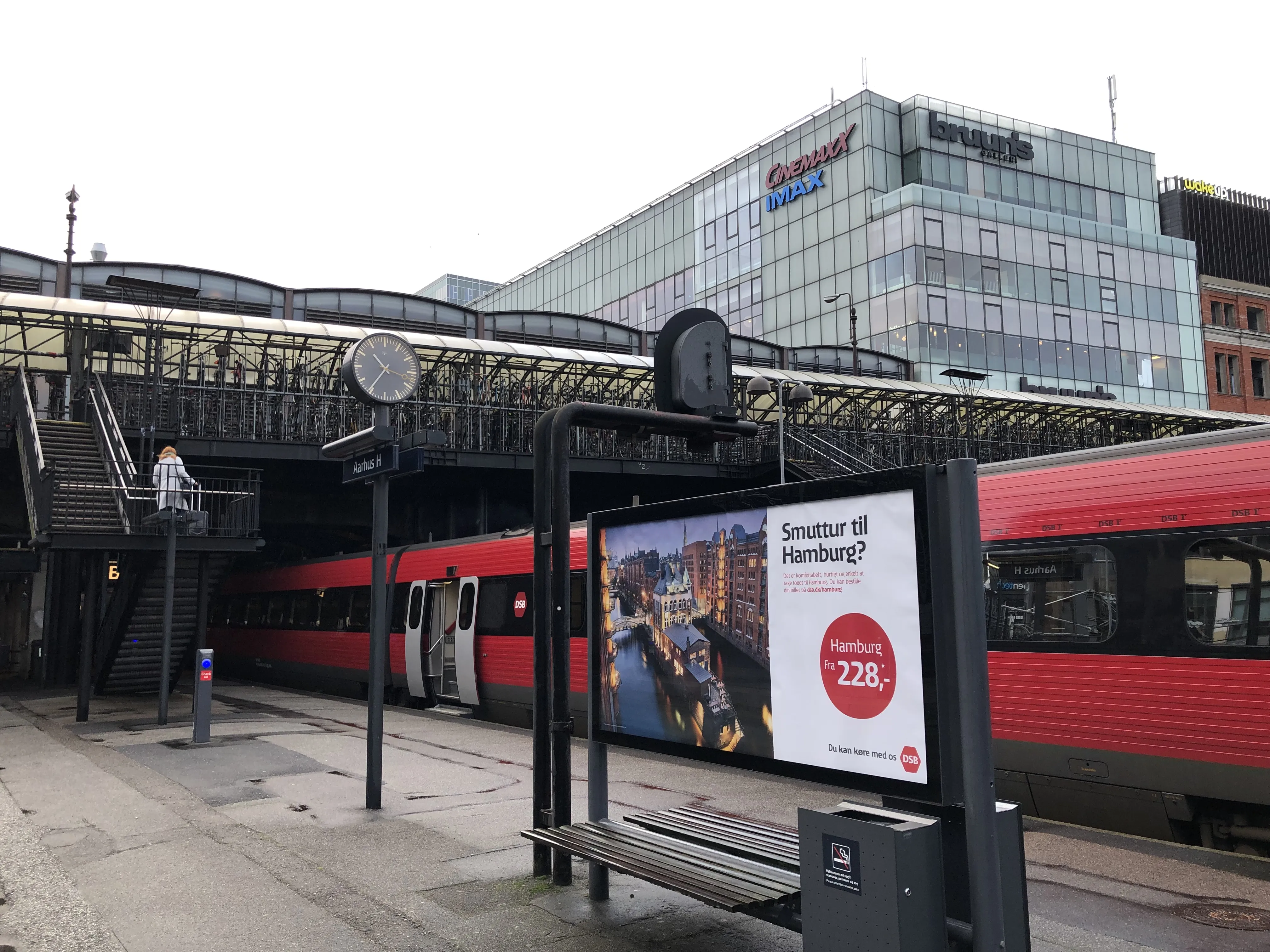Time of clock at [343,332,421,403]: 10:35
